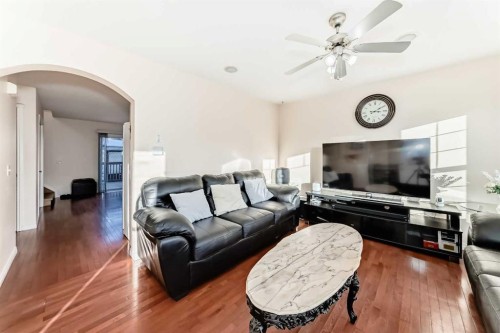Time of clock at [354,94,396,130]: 3:10
